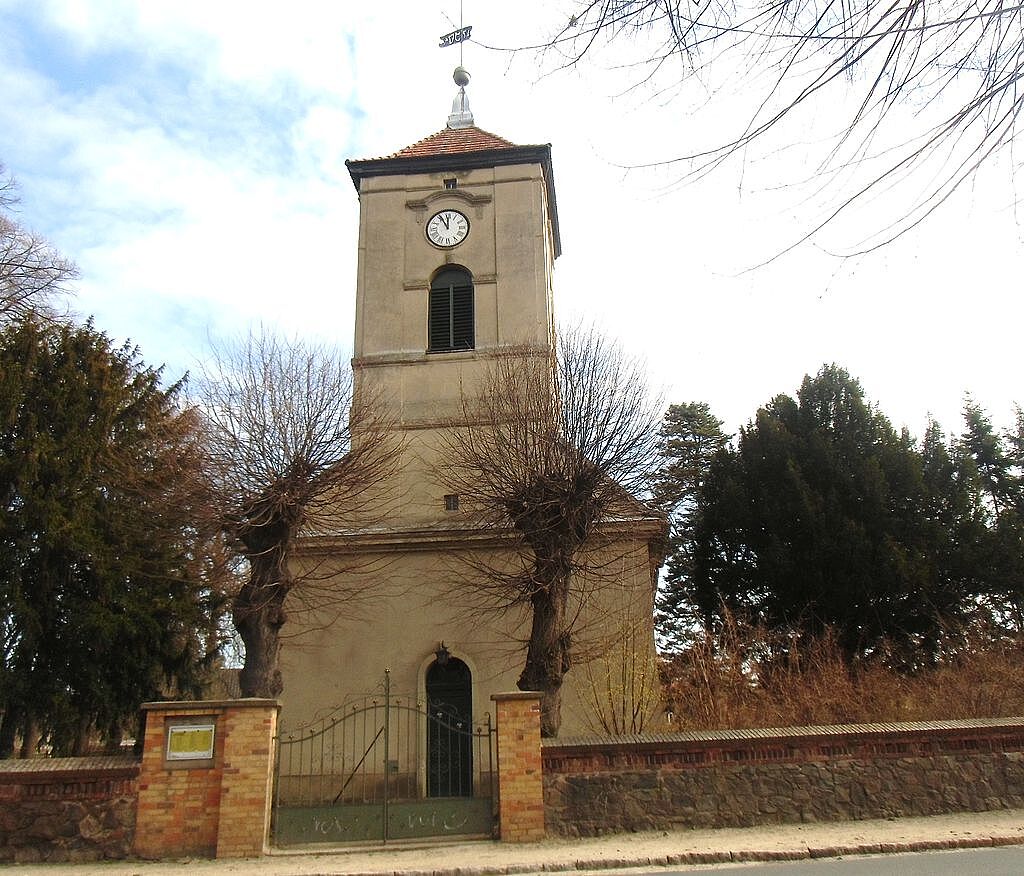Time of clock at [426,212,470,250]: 11:55
